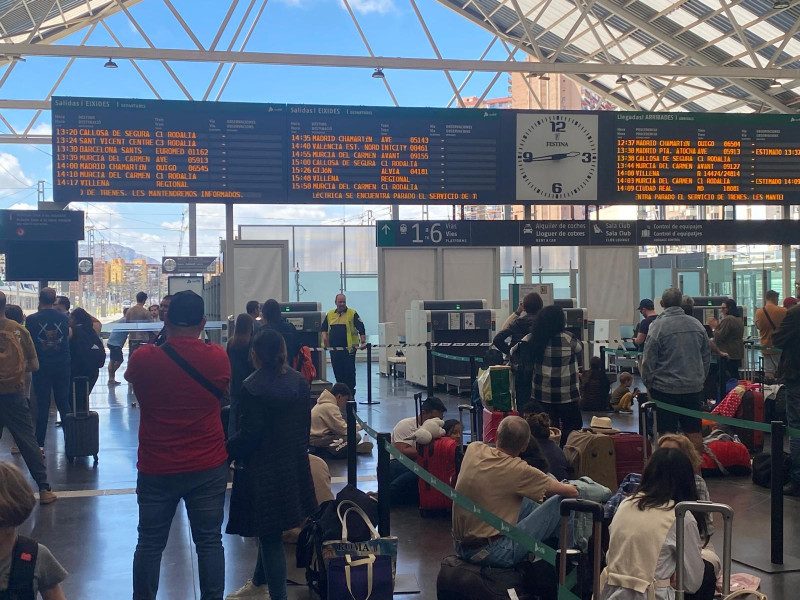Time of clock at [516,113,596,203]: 2:43
